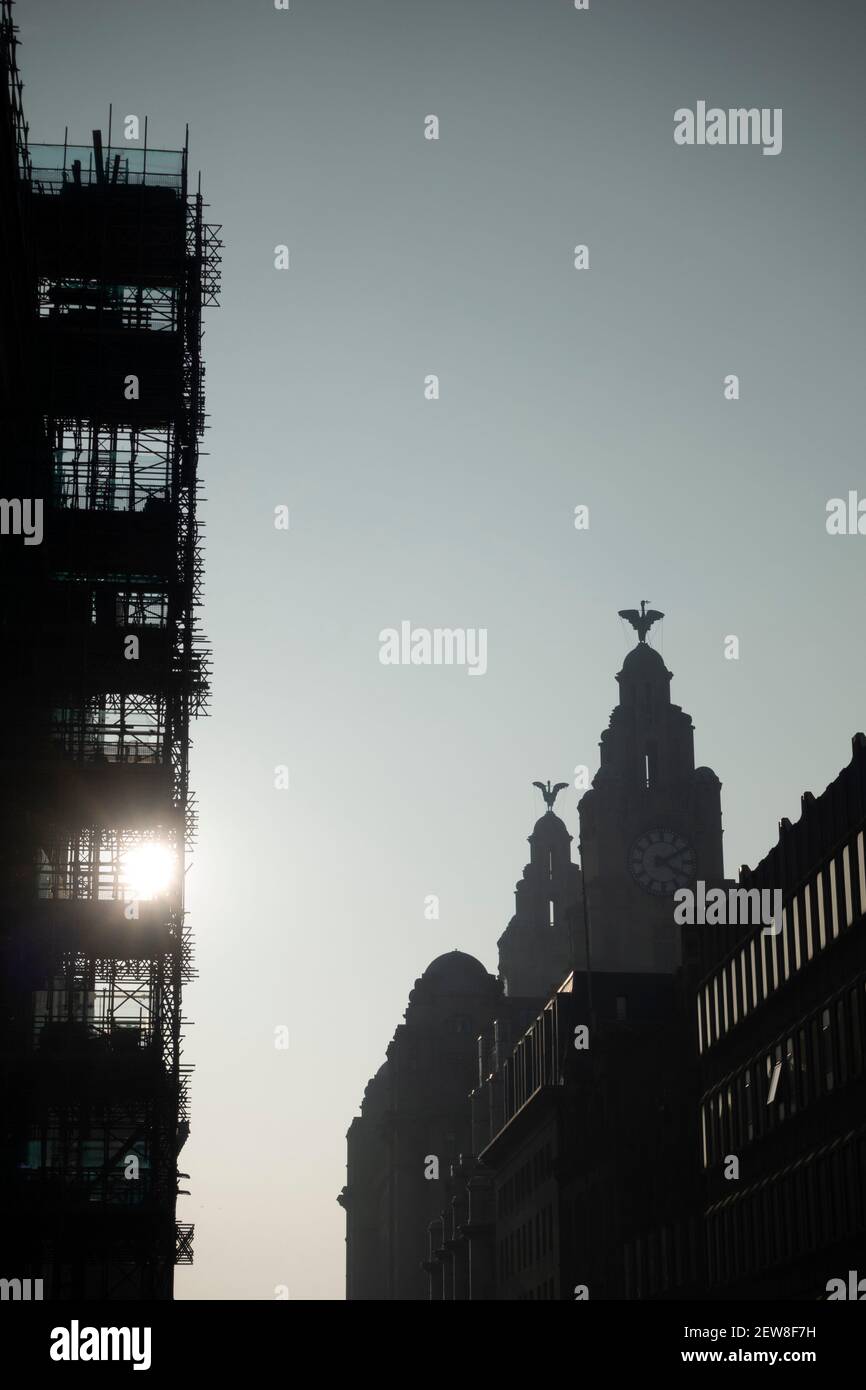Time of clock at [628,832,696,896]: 4:09
